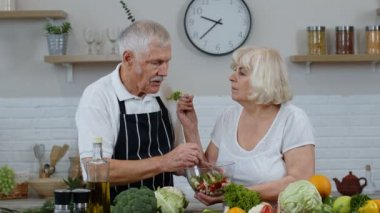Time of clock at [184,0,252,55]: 9:37
